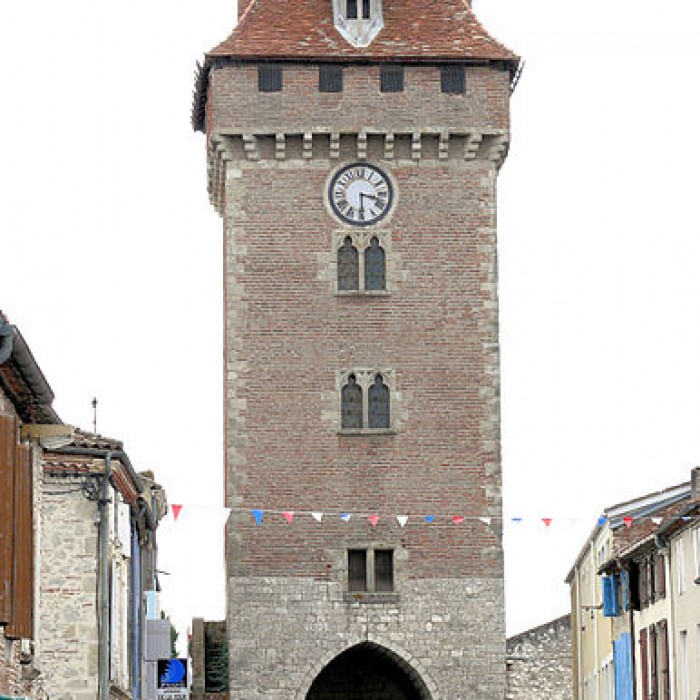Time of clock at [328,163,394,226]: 3:29
